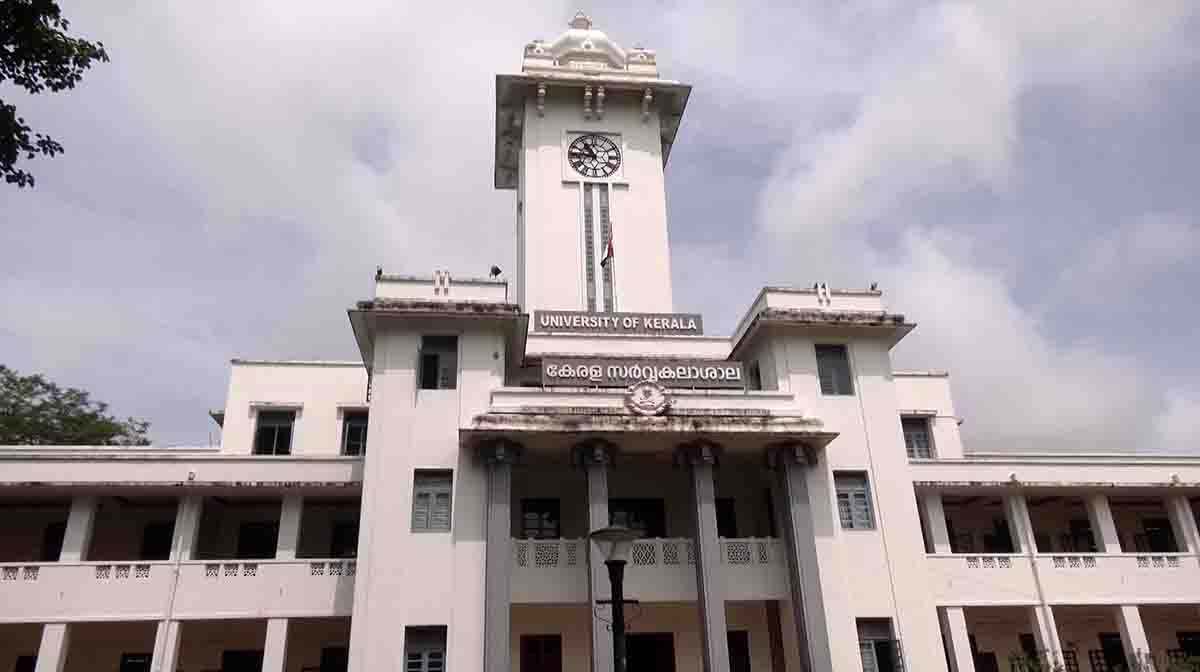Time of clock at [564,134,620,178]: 10:46
